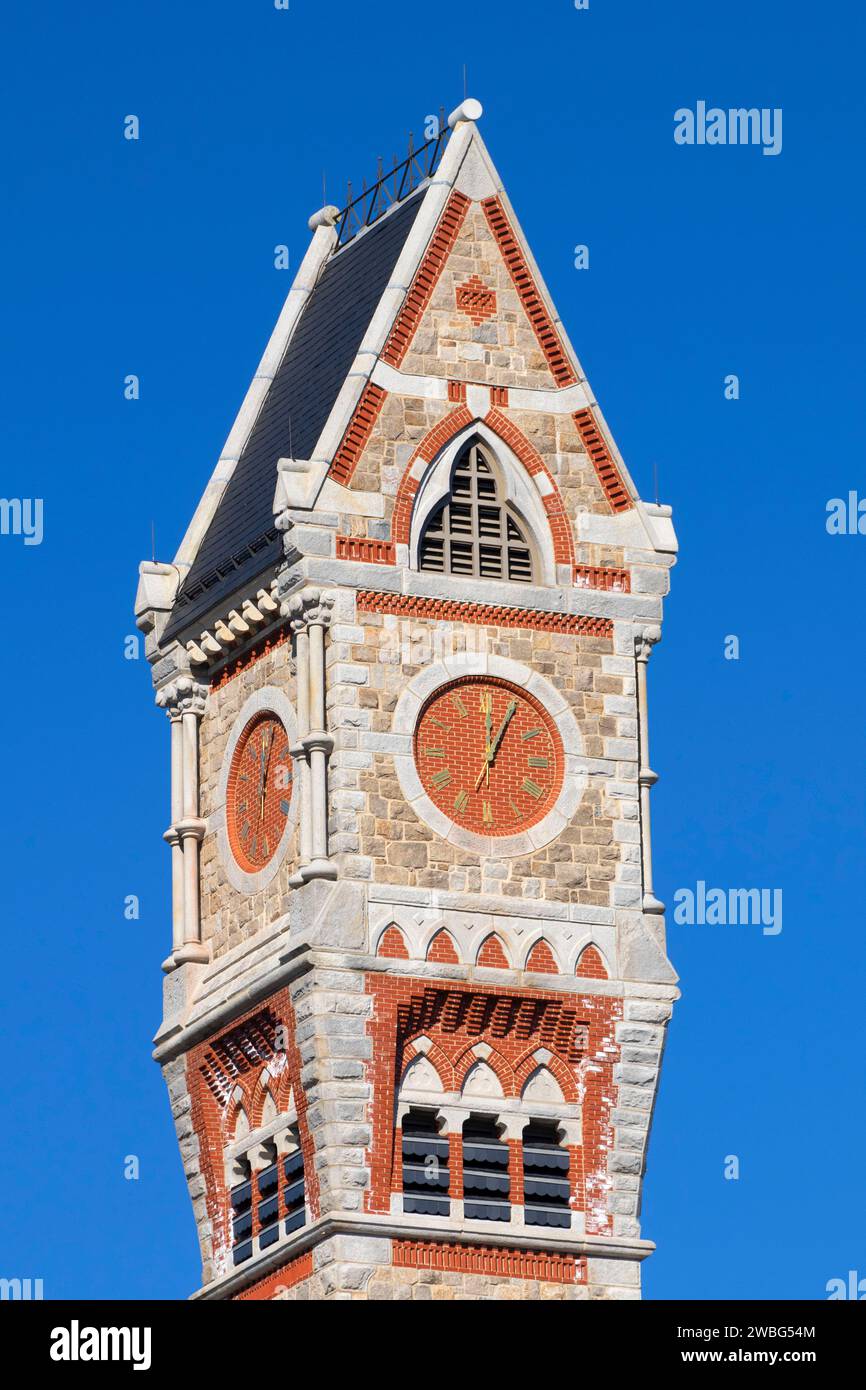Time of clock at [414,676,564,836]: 12:04
